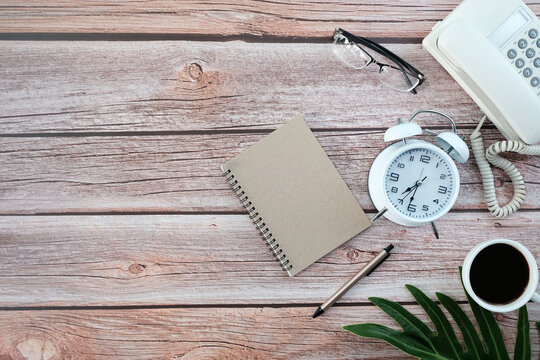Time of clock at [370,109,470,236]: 7:31
